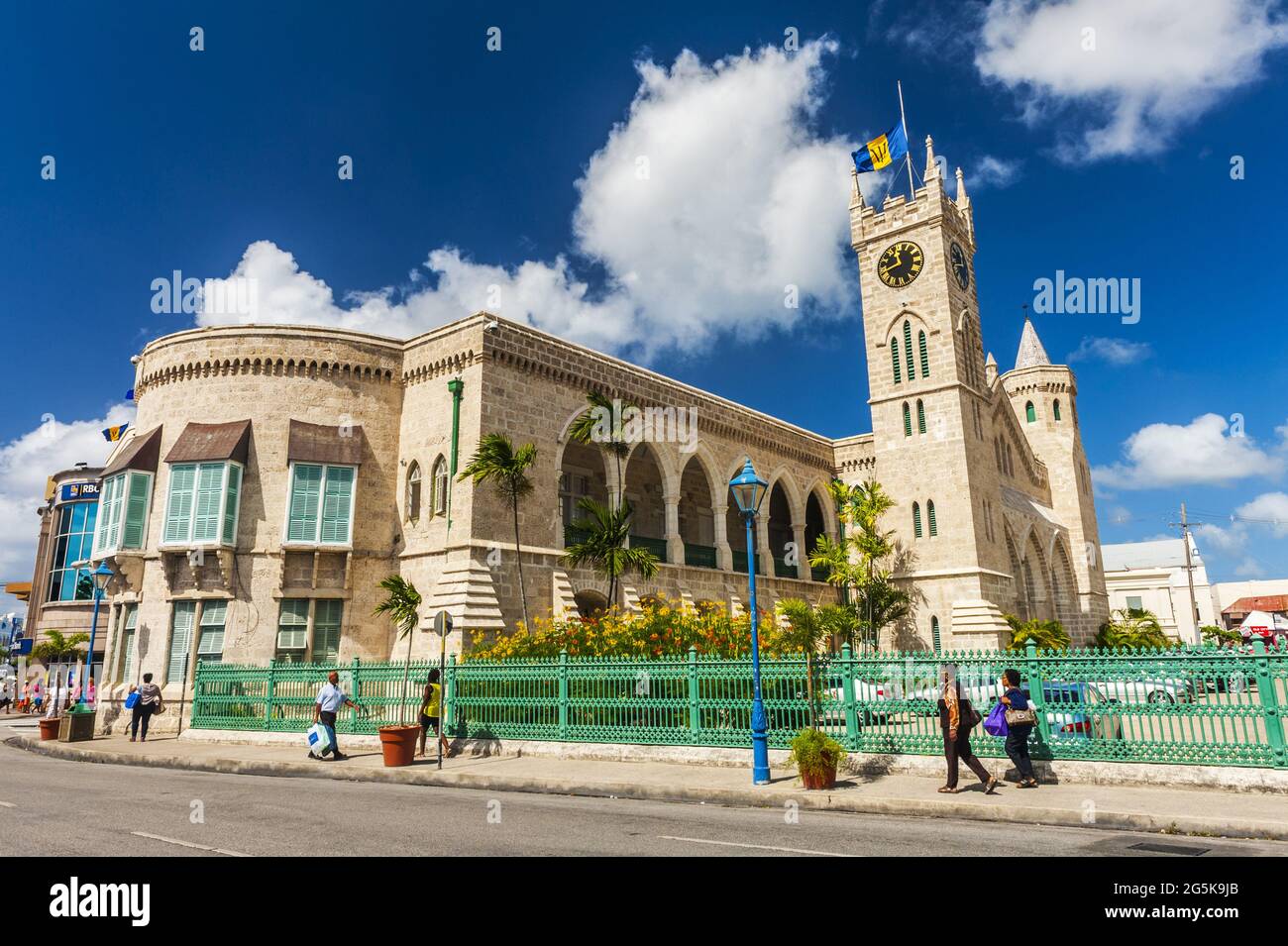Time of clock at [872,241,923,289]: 11:41
